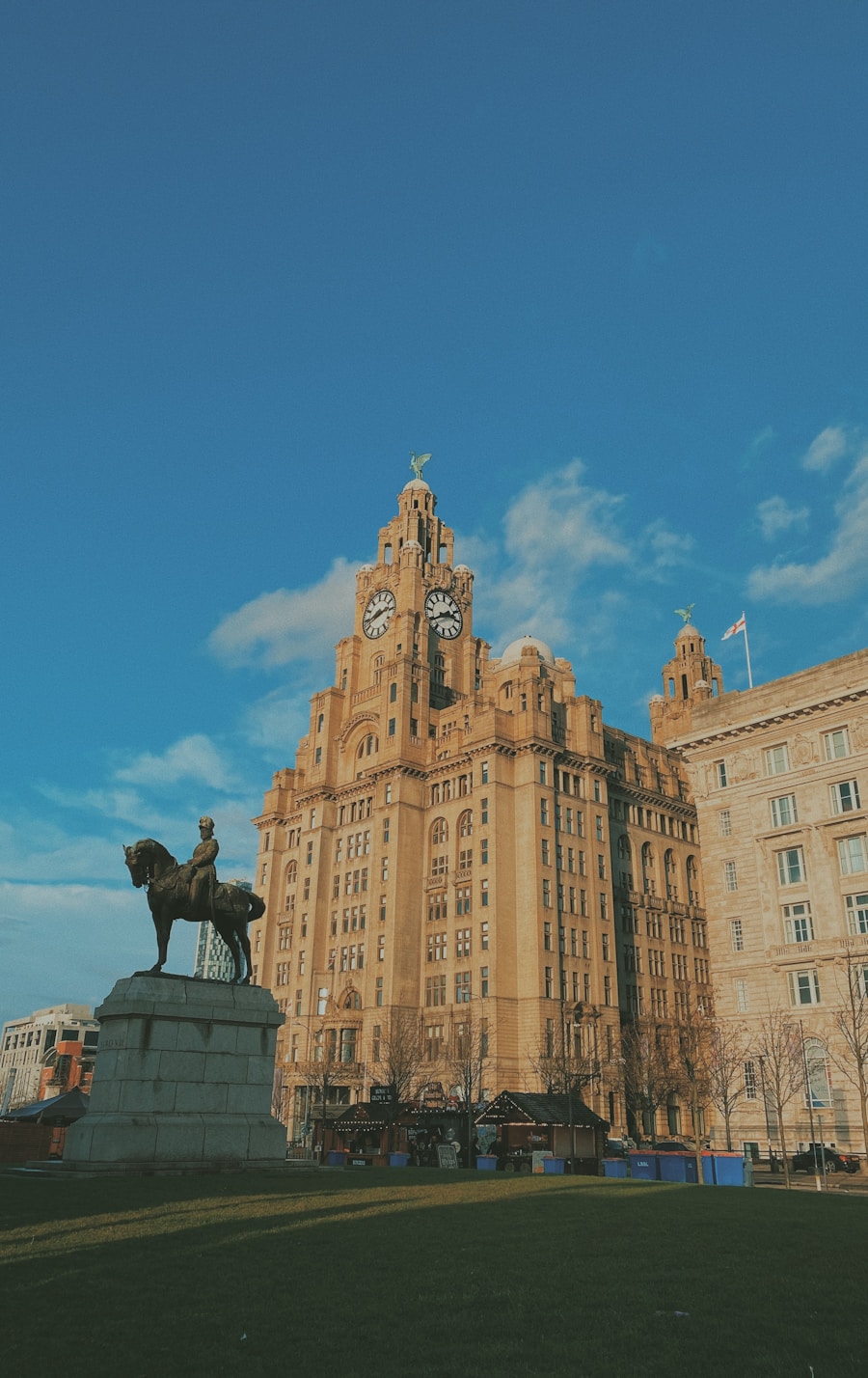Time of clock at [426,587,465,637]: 2:39
